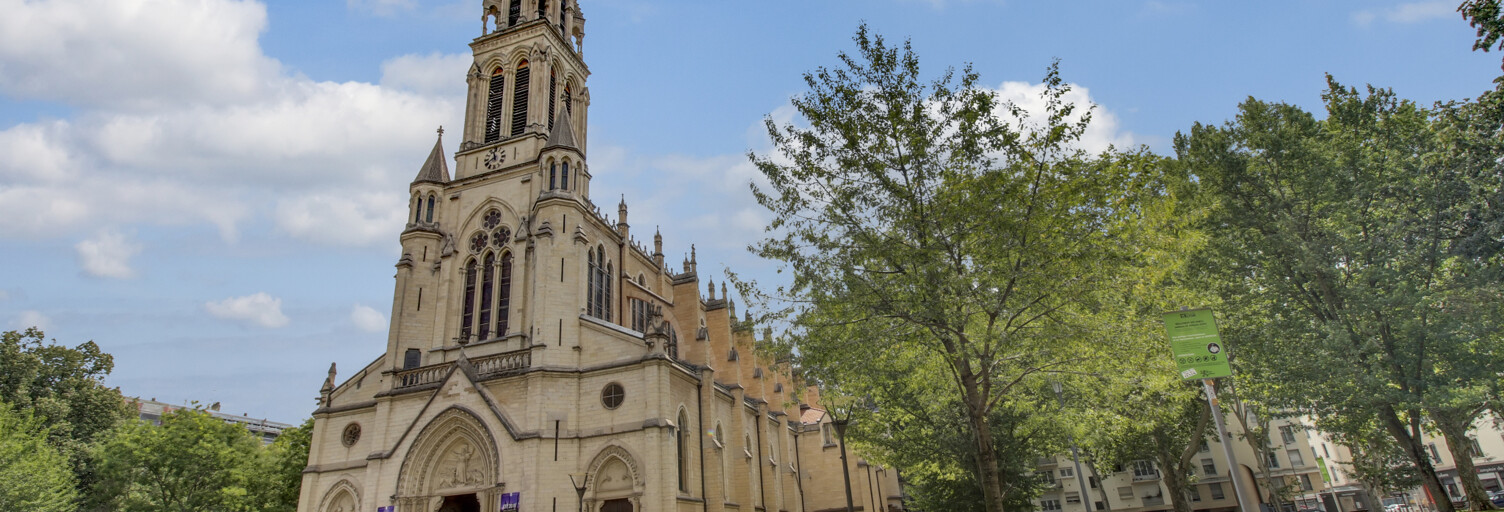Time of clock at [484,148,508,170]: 11:40
